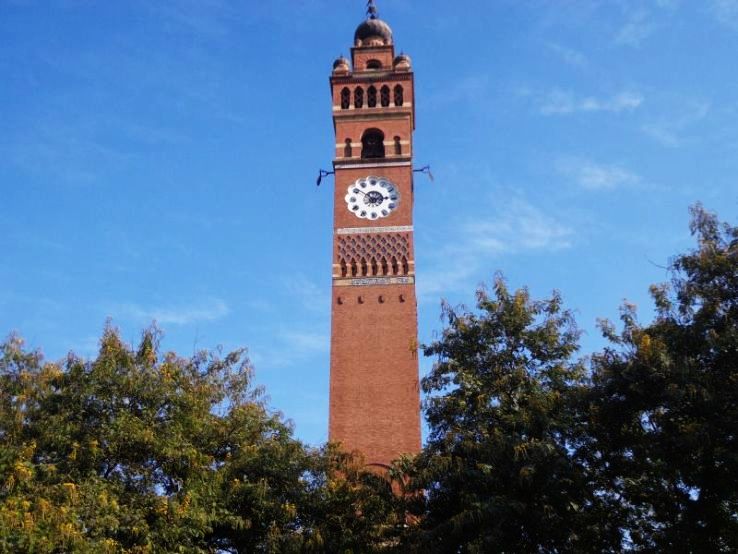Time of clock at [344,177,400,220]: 2:51
